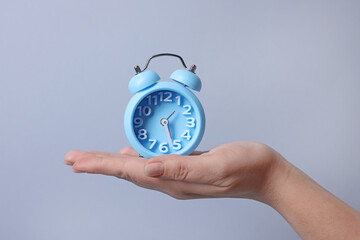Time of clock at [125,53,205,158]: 1:26
